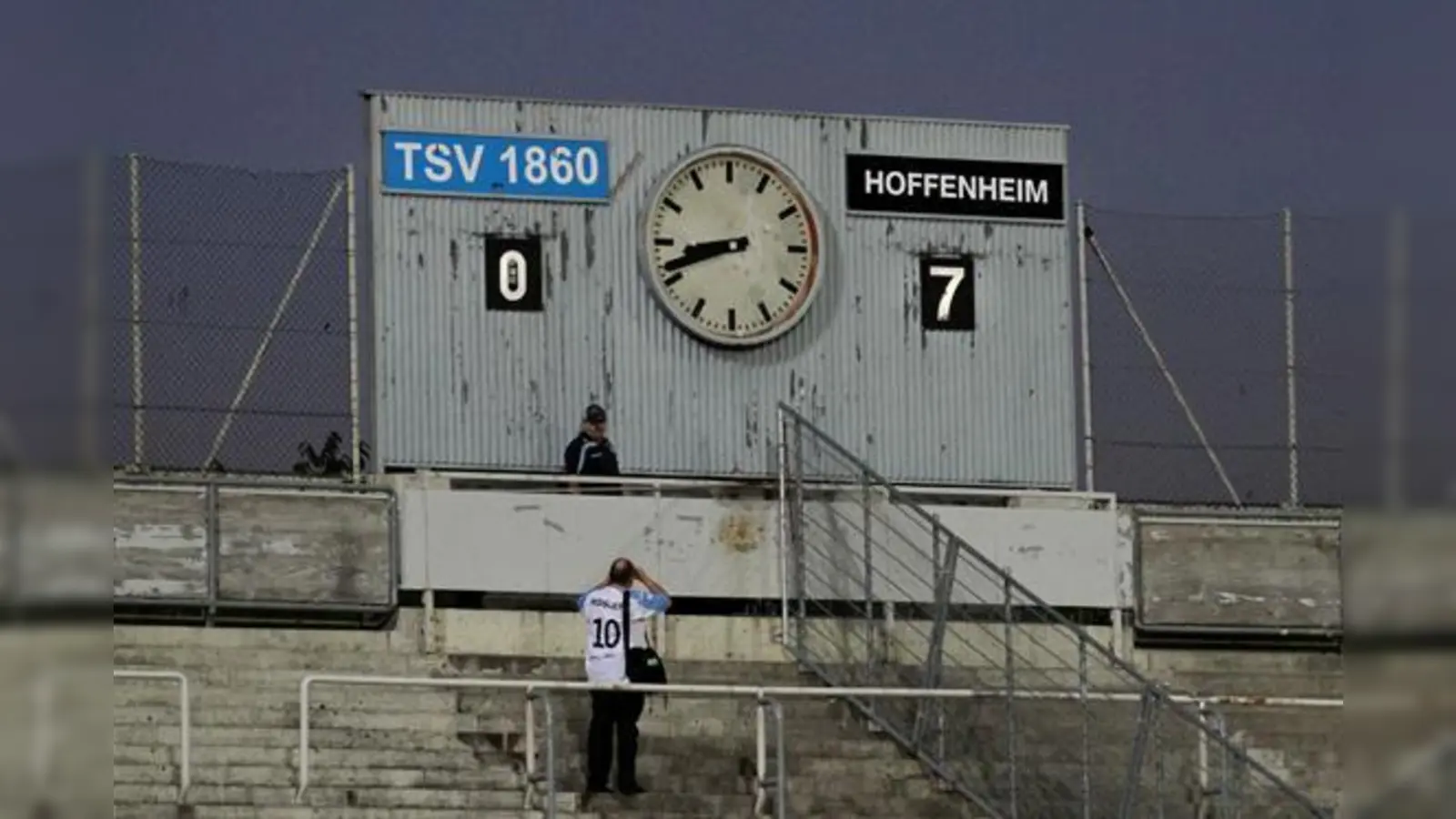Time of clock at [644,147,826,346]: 8:41
